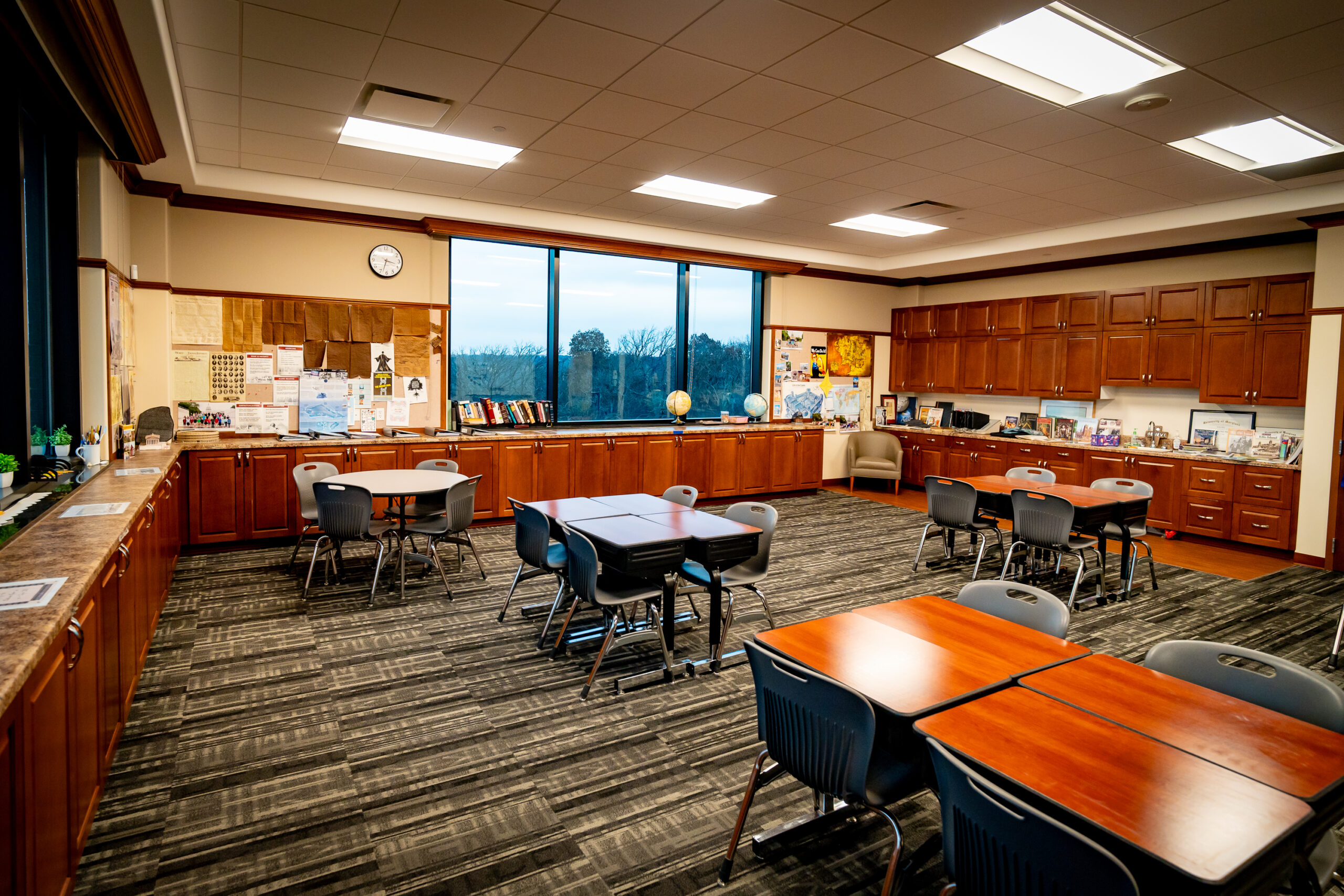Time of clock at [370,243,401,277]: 3:33
